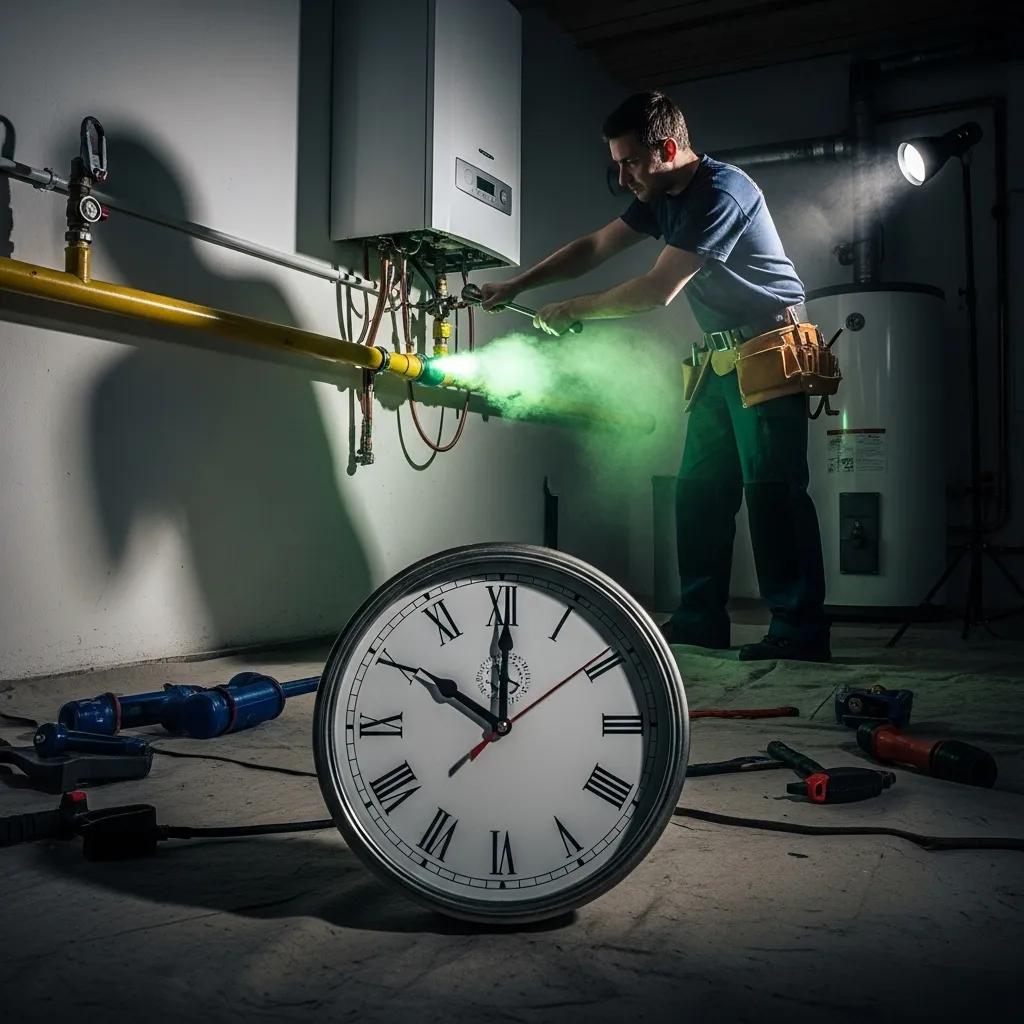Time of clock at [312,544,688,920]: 10:00
